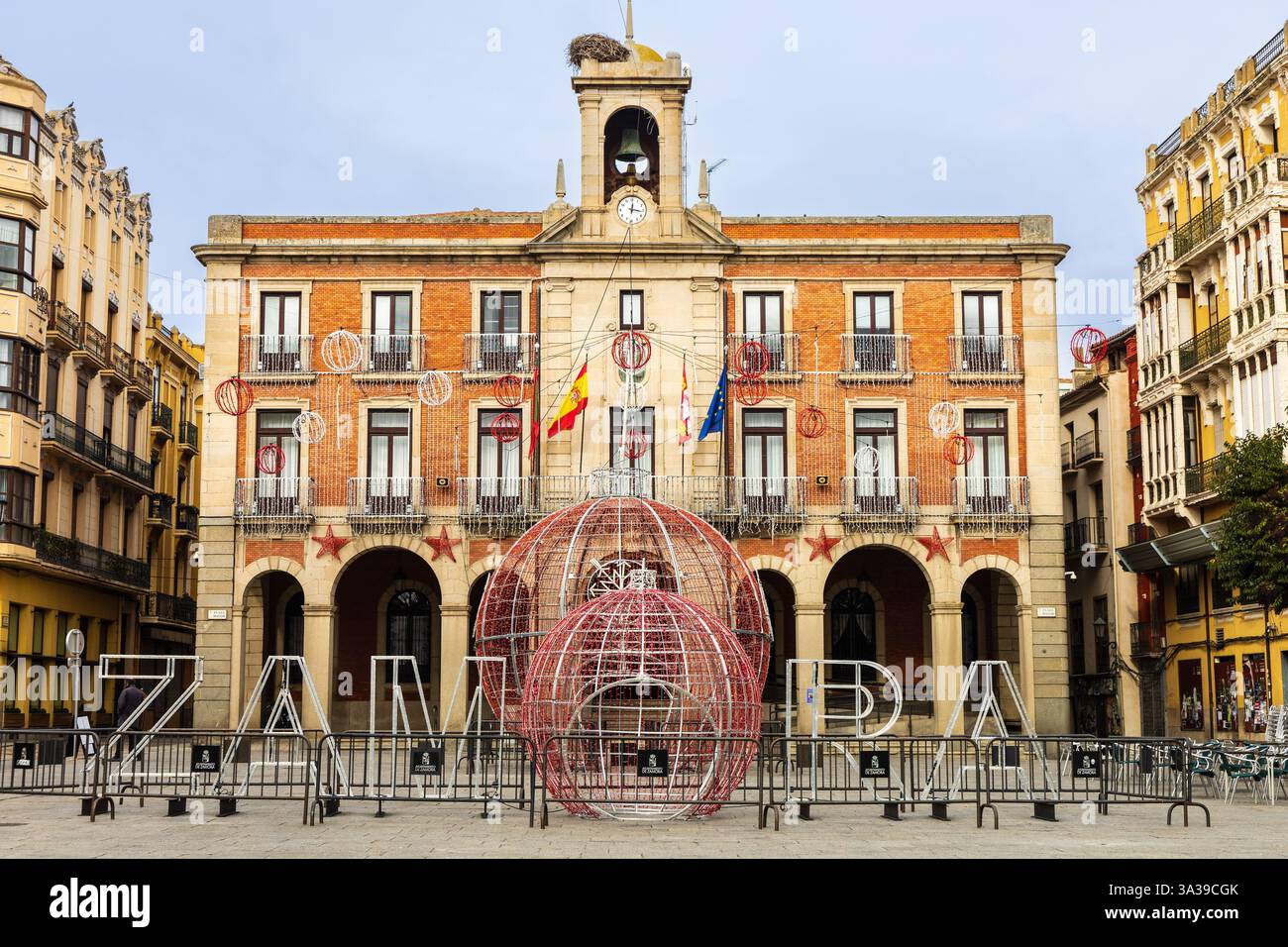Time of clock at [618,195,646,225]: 12:16
